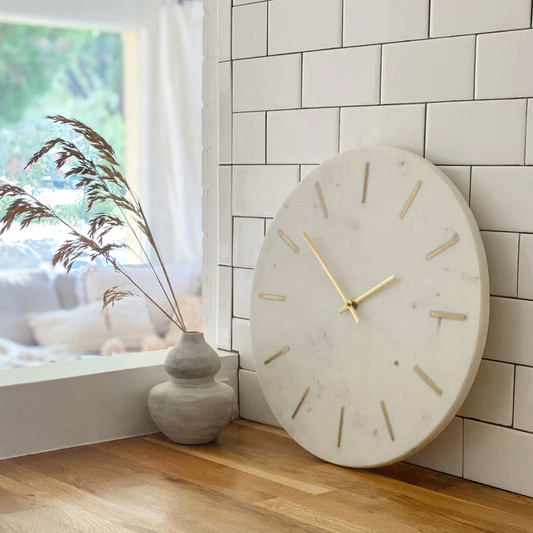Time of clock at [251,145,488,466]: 1:51
